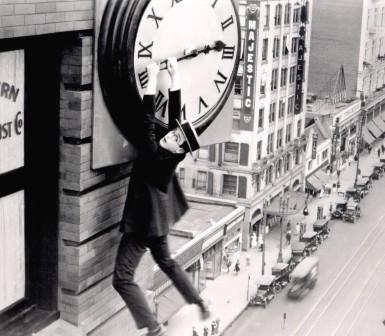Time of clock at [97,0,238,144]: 2:13
